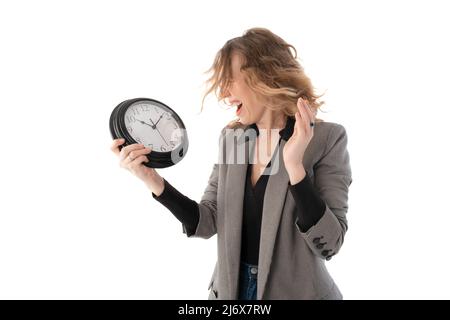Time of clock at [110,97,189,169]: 10:07
